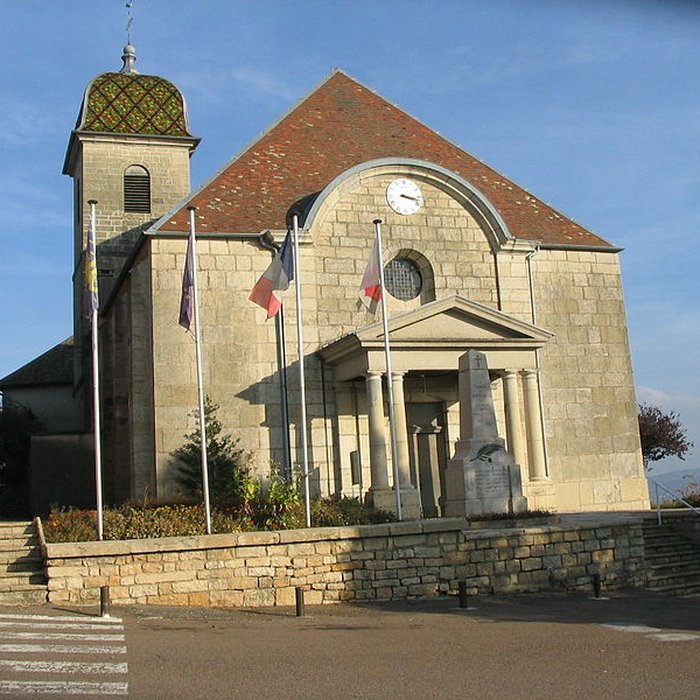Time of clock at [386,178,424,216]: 3:17
